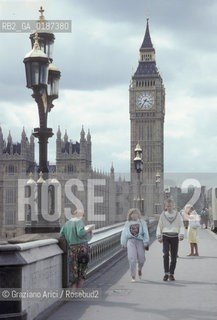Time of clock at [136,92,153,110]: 3:35
